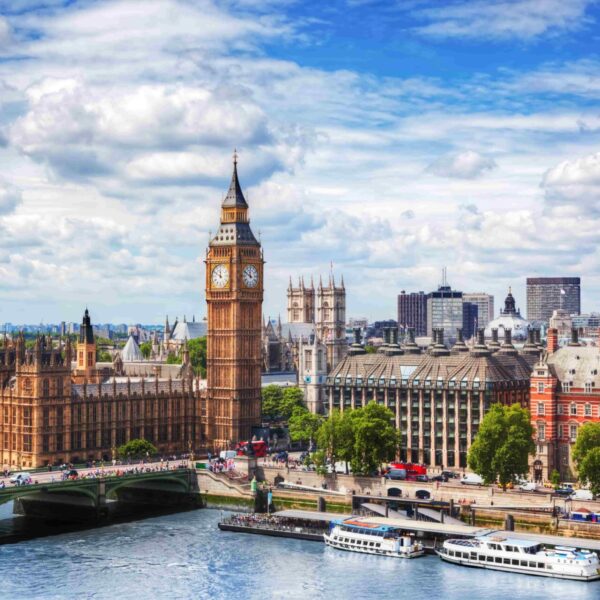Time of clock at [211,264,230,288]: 11:49
